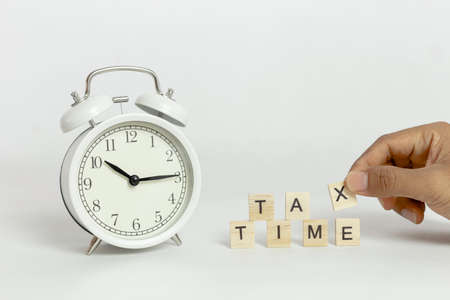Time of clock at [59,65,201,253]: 10:14
